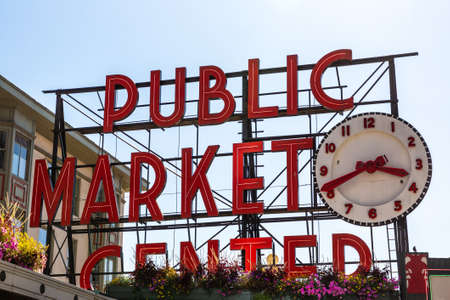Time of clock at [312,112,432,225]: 3:41
